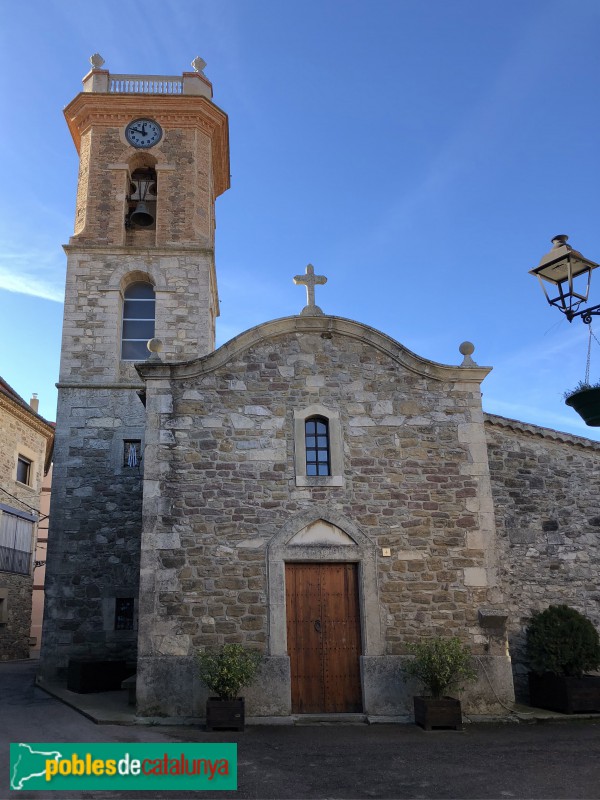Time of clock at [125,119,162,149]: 11:48
